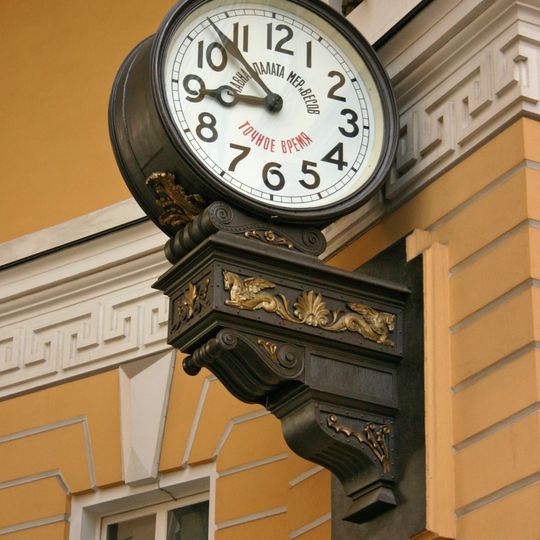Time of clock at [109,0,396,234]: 8:52
